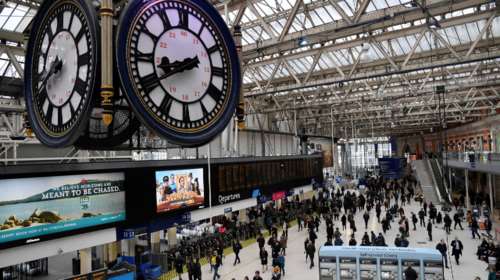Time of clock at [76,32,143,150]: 8:40
